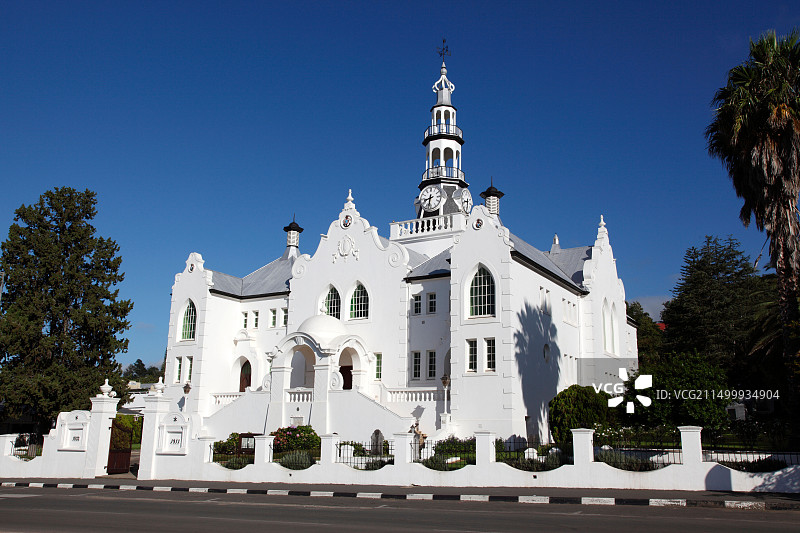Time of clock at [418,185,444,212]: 8:32
